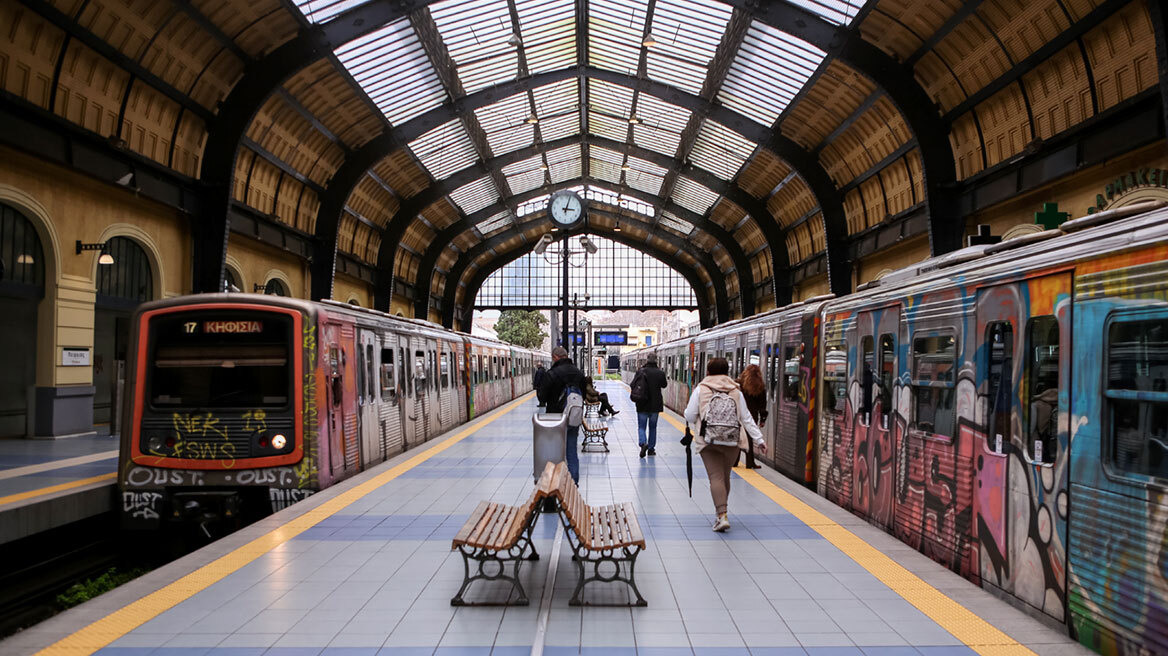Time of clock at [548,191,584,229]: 3:02
